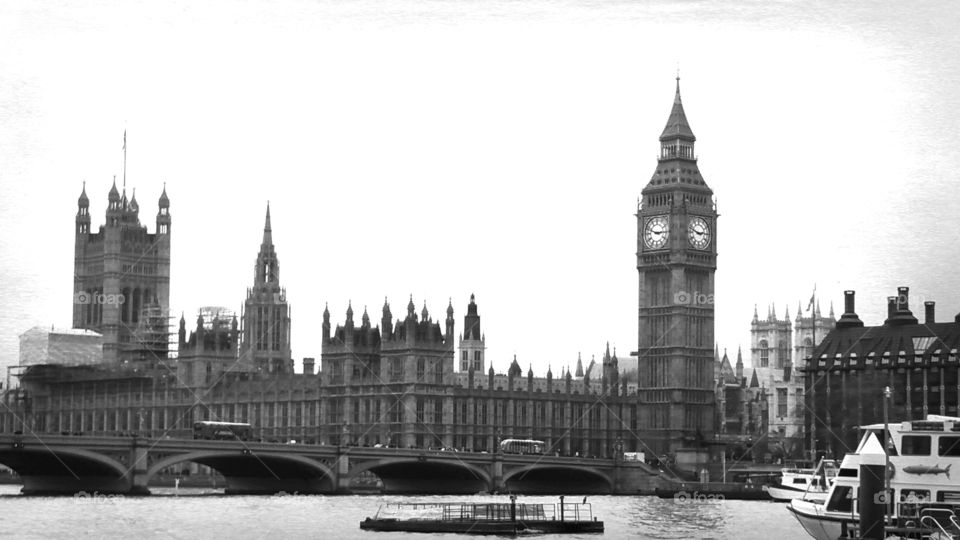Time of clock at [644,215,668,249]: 2:48
